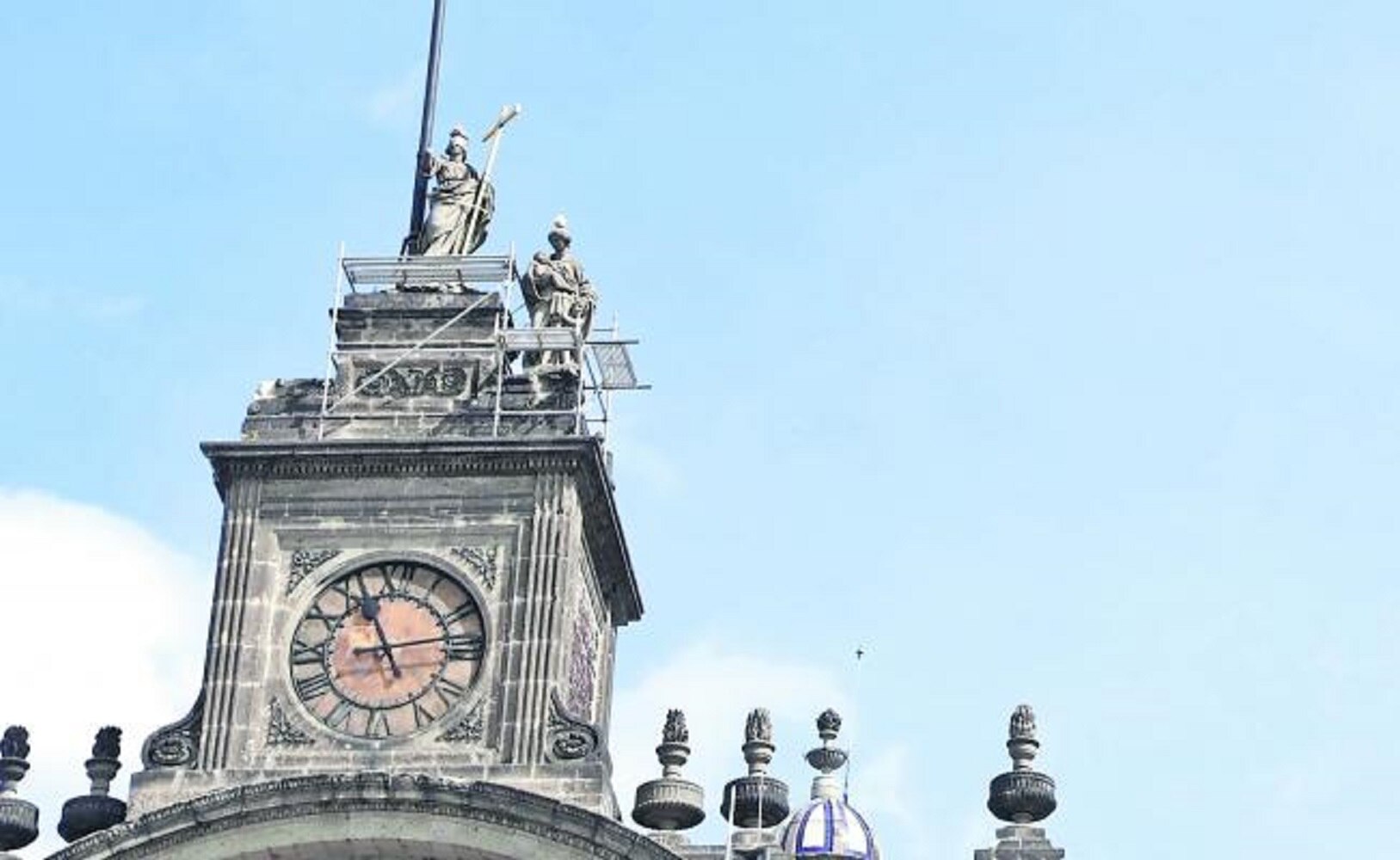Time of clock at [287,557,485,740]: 11:13
